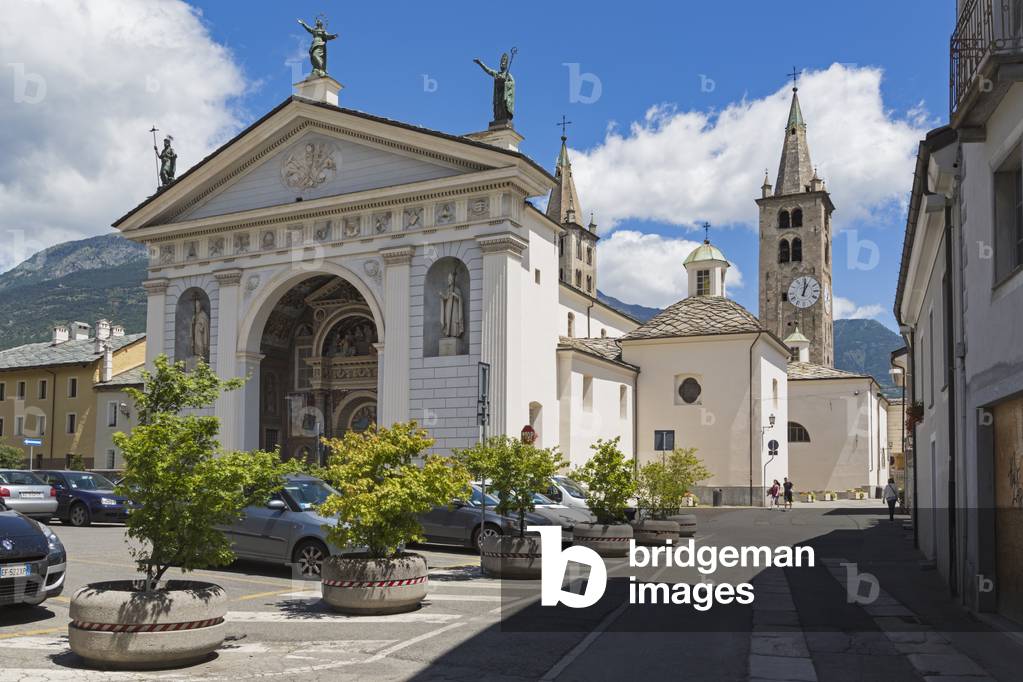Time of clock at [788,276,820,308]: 1:01
